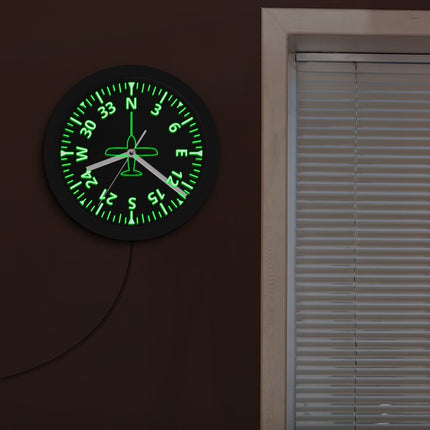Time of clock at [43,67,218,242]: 8:21
